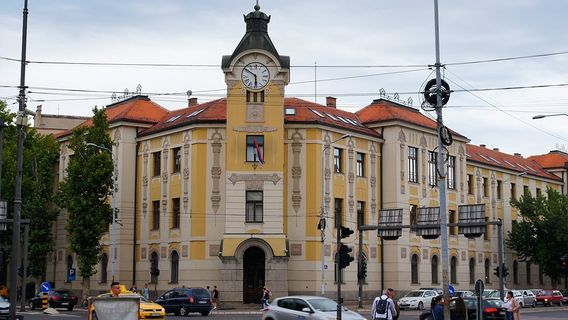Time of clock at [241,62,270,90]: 5:51
